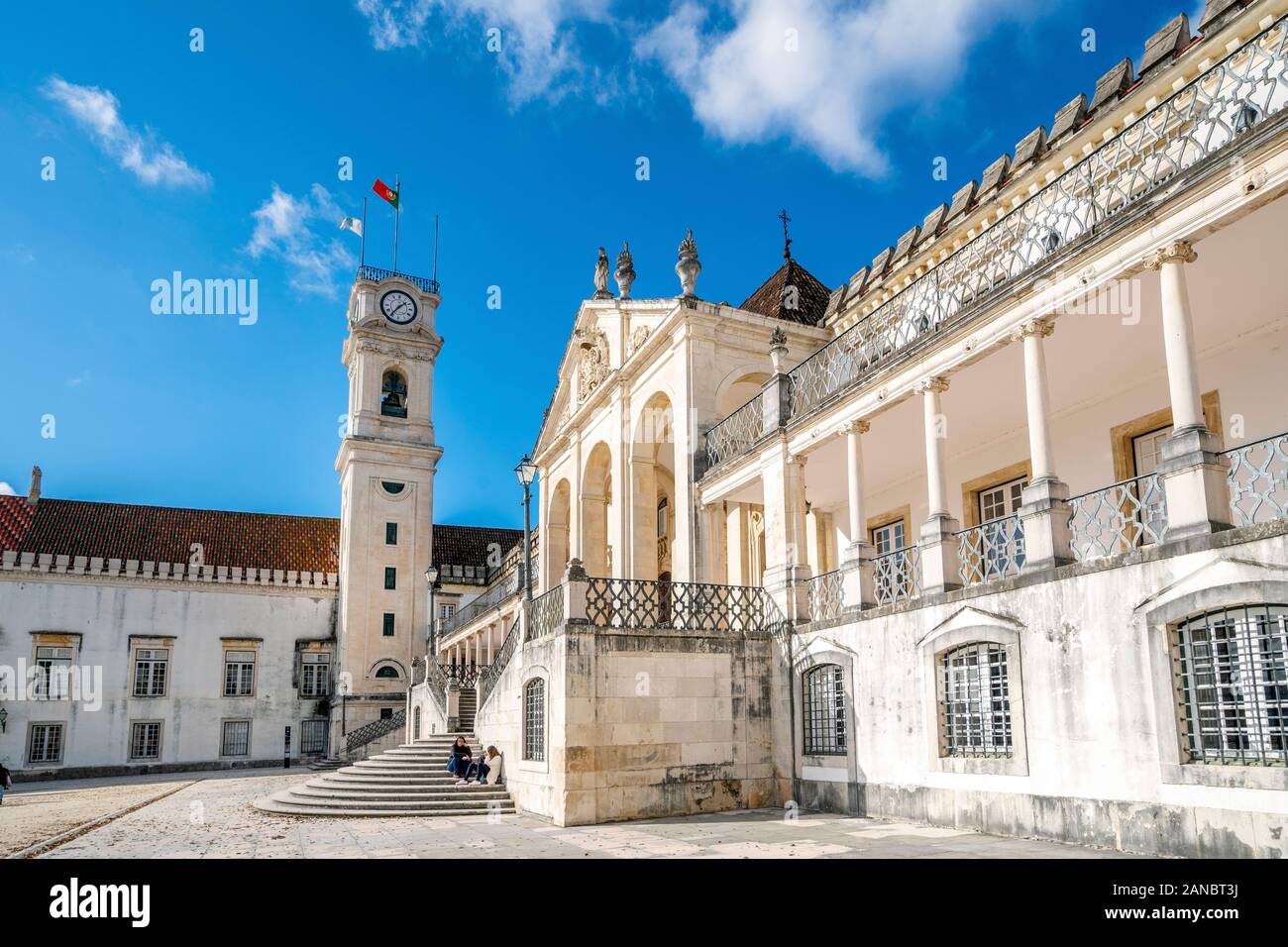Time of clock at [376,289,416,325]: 1:36
